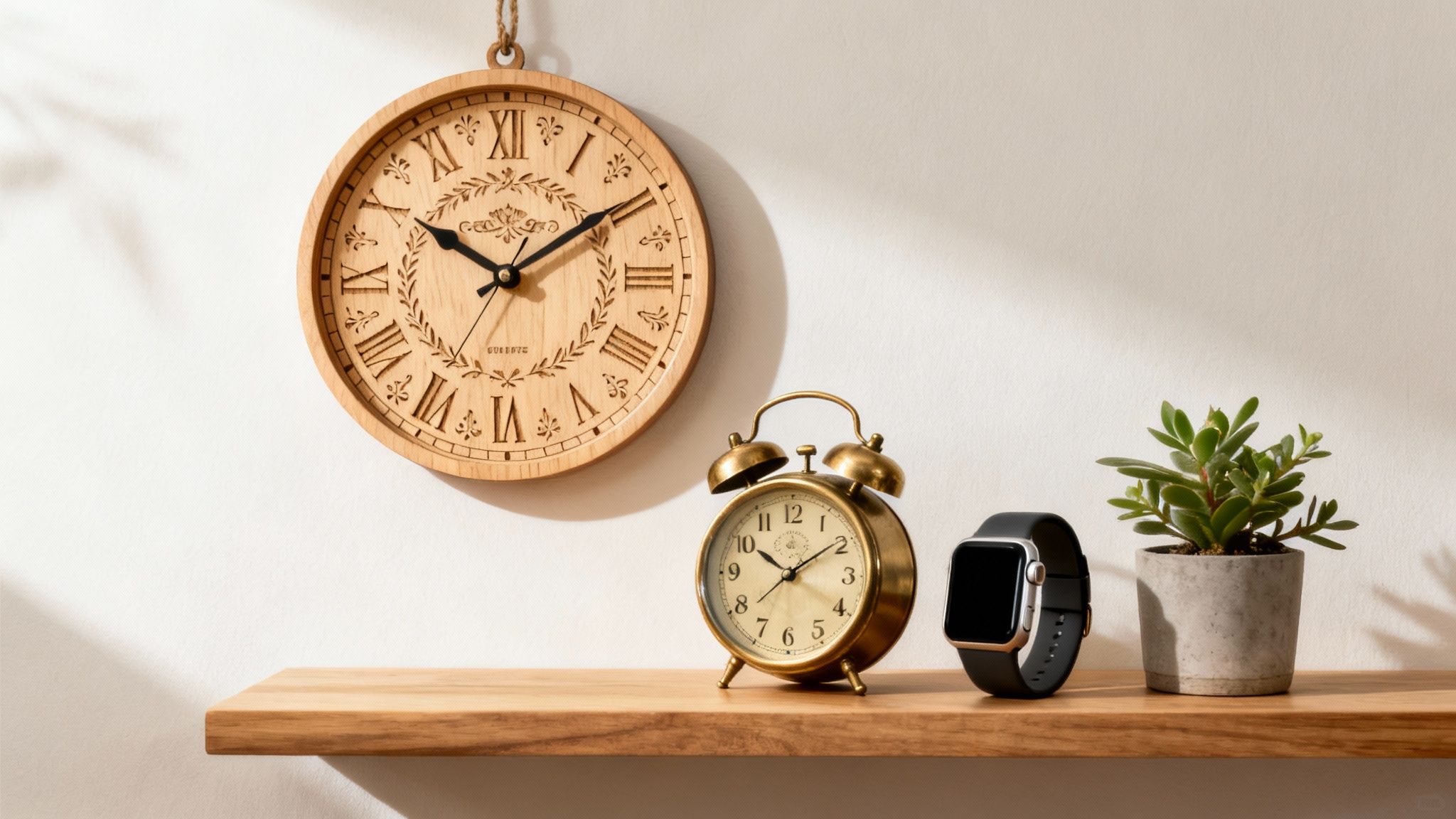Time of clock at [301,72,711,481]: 10:09
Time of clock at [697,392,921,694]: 10:09
